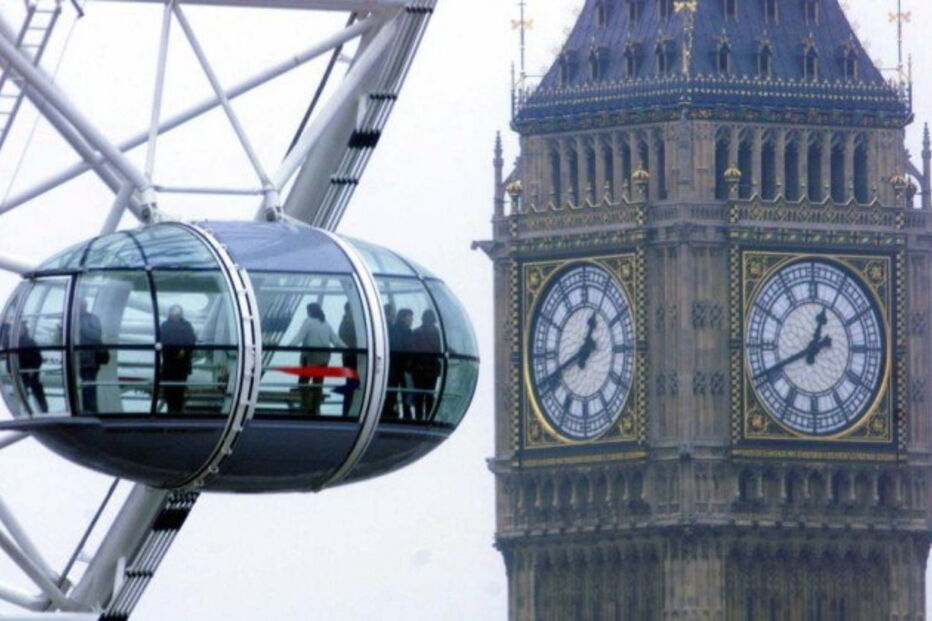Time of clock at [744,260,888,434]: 12:41
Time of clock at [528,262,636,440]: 12:41
